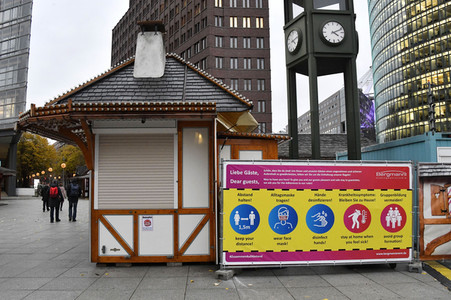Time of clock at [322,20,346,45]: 4:11
